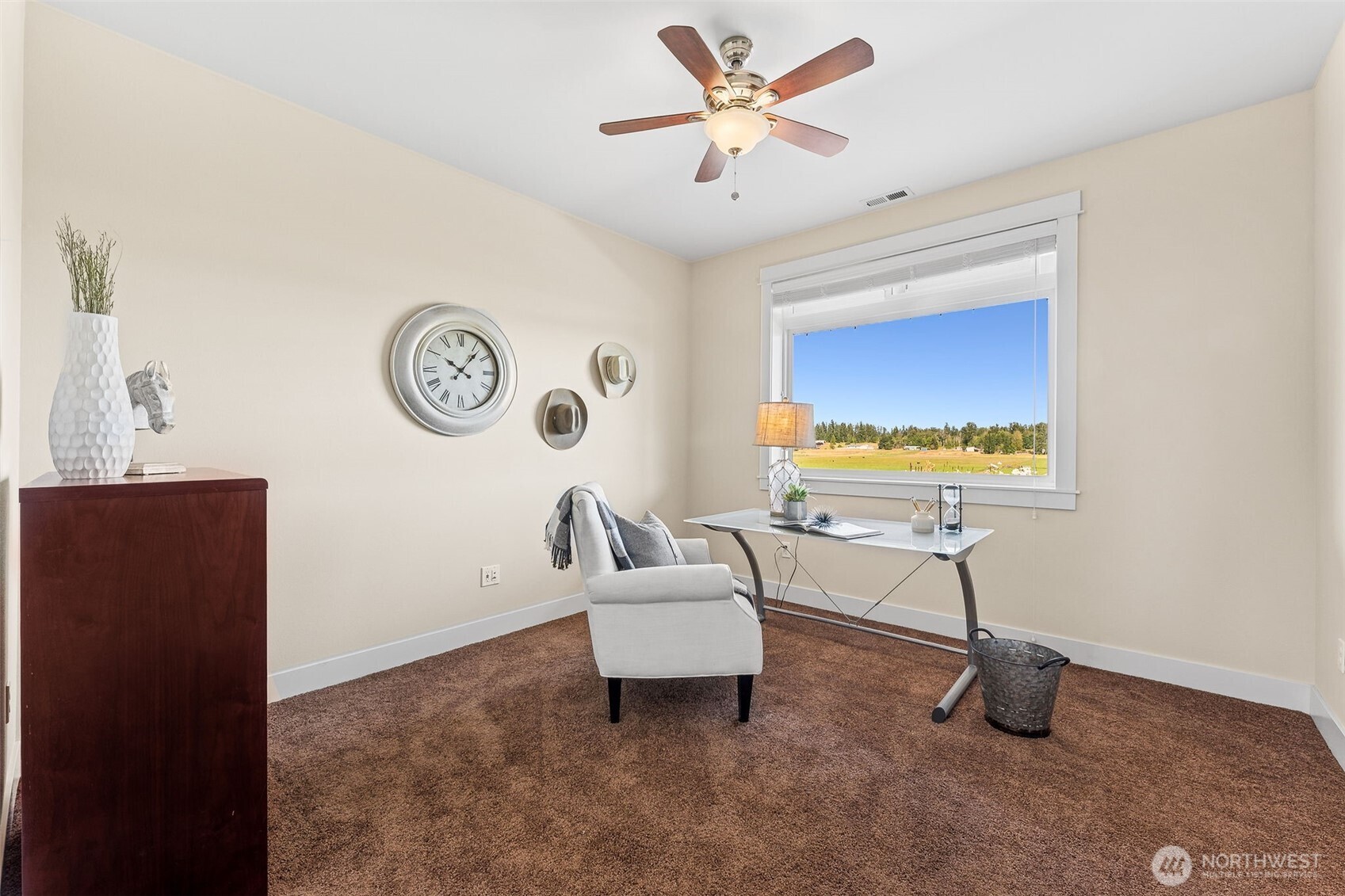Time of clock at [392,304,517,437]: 10:07
